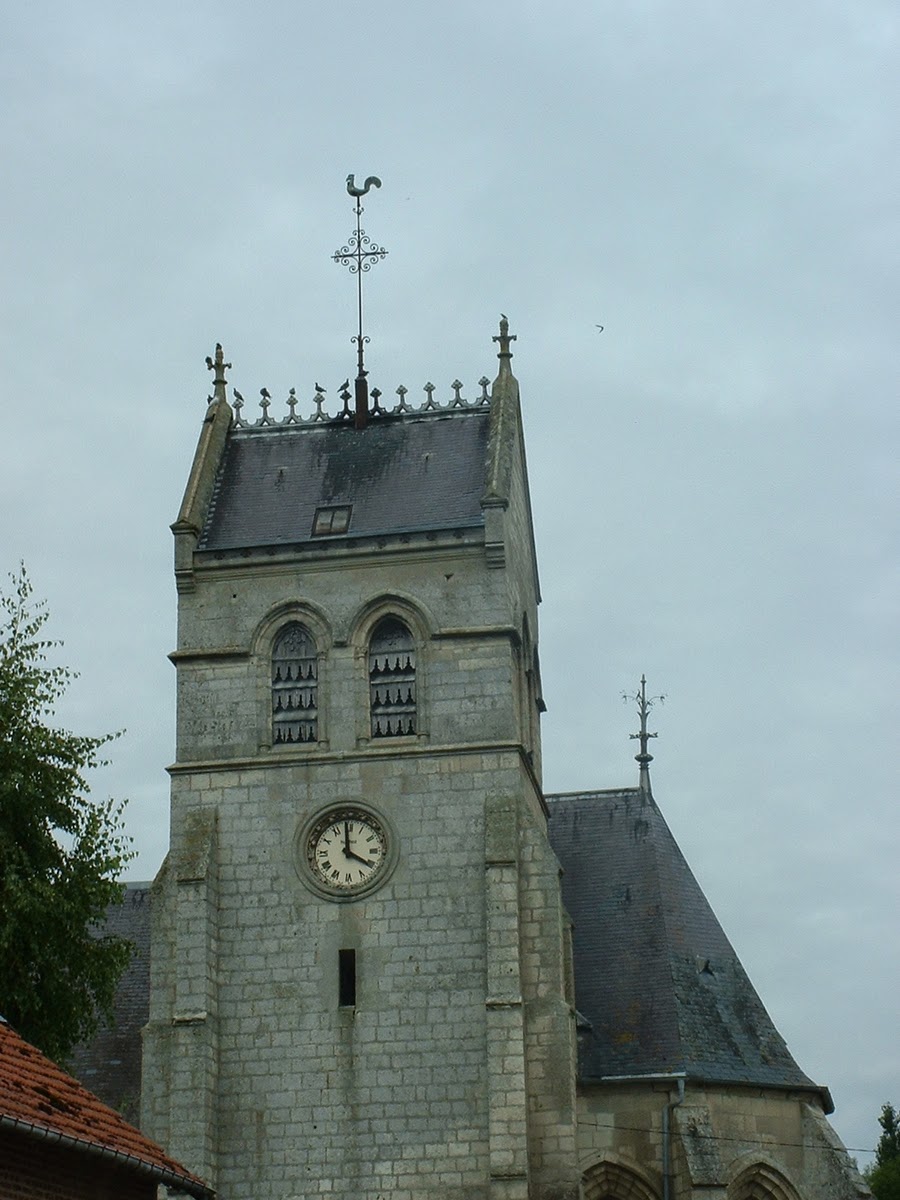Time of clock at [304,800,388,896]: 3:59
